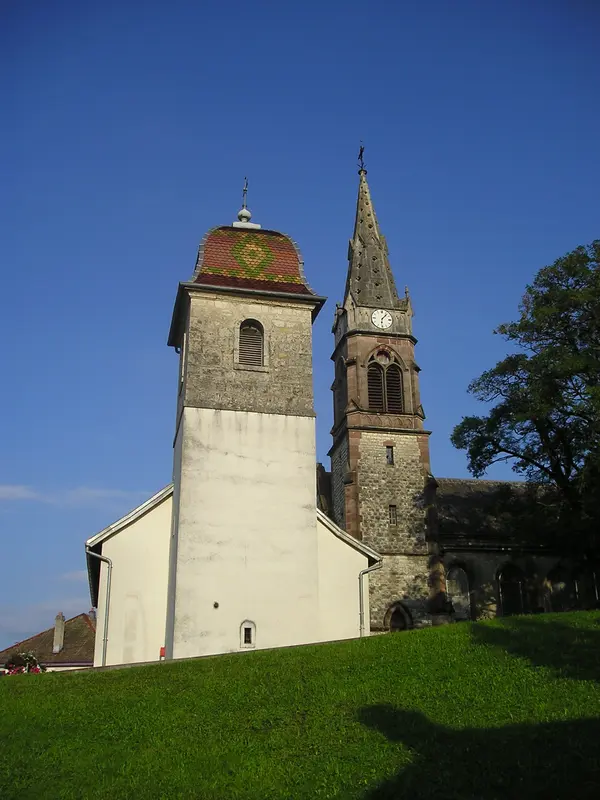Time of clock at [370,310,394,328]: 6:06
